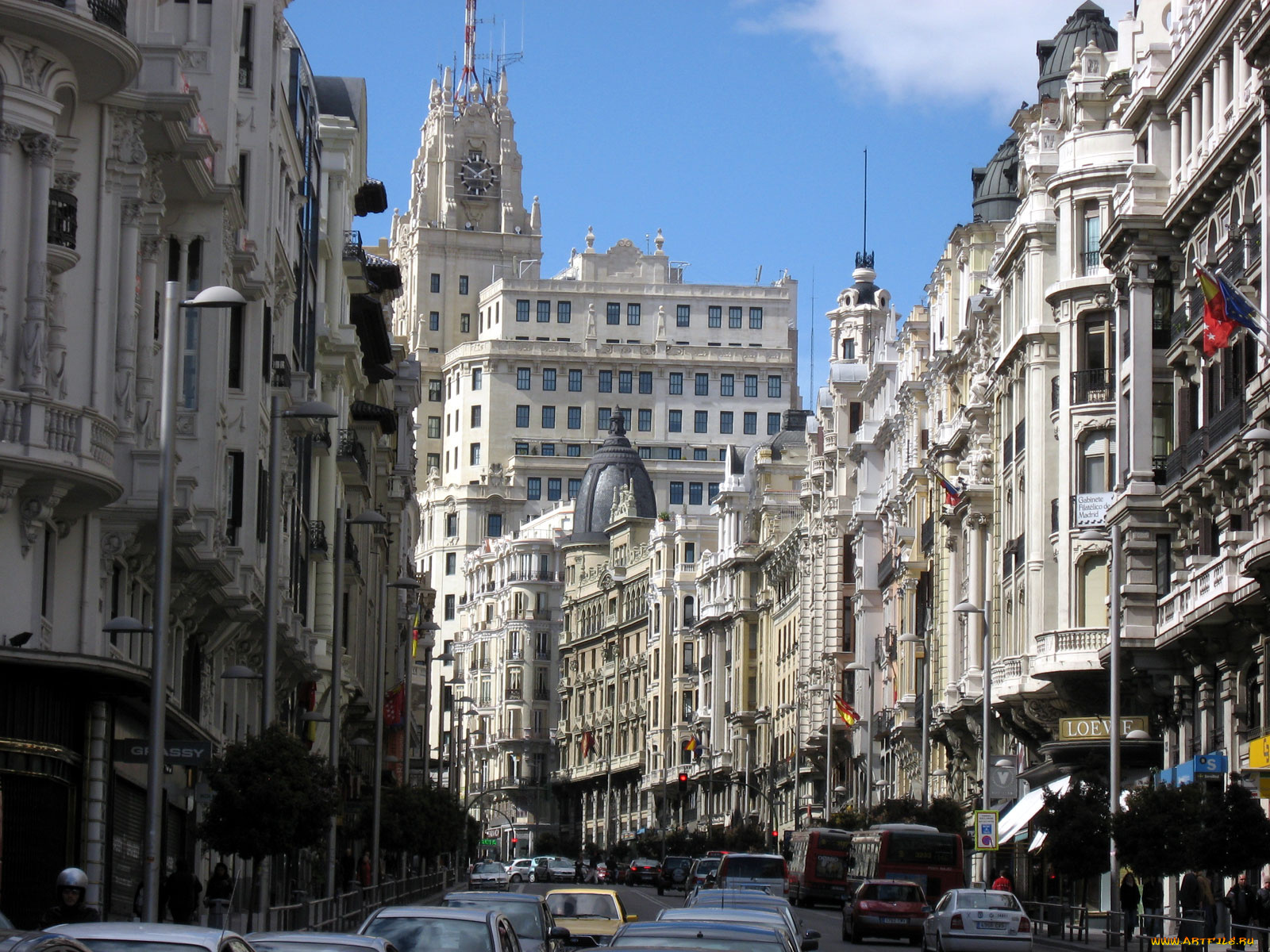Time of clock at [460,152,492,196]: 1:50
